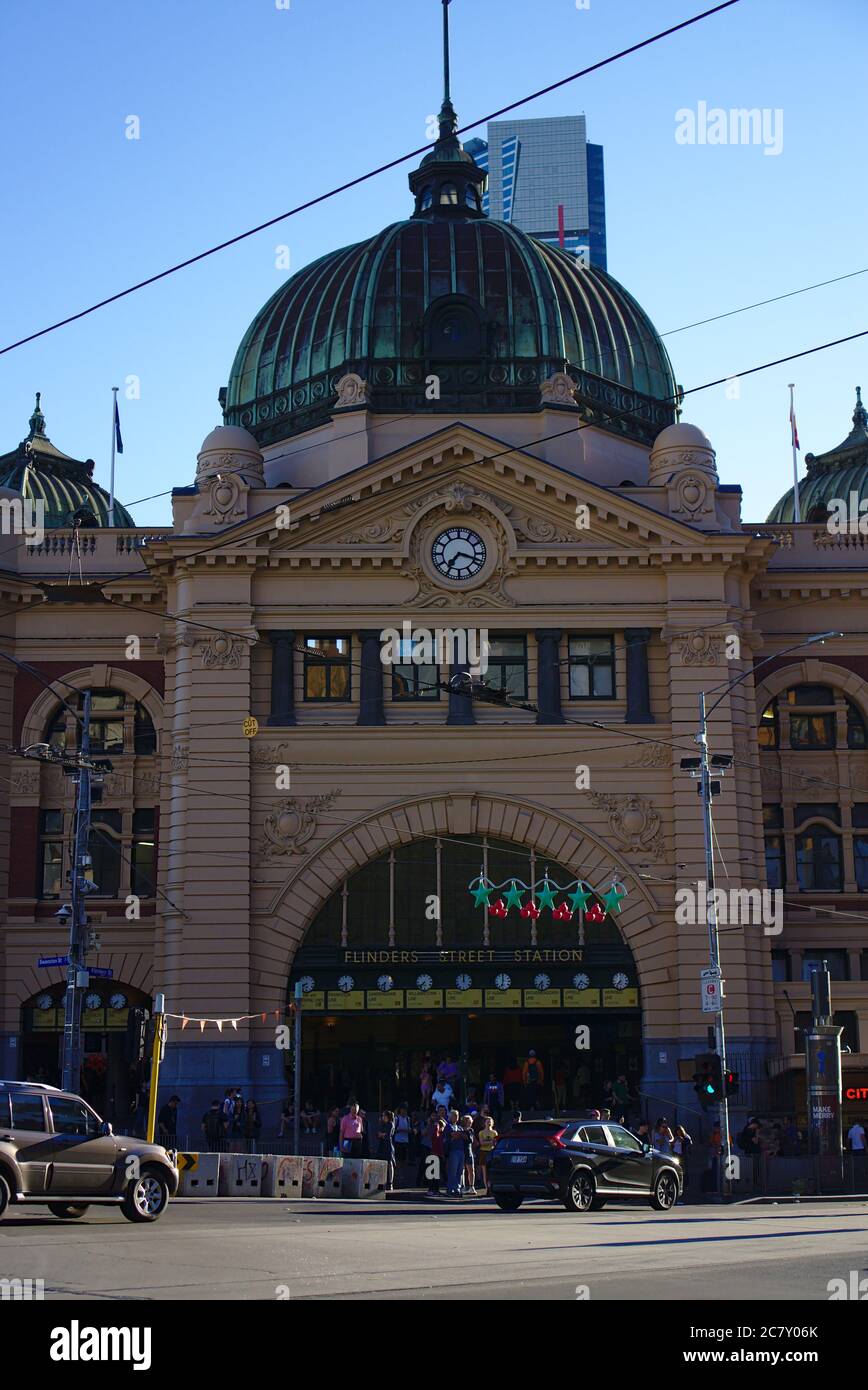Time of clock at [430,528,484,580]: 7:18
